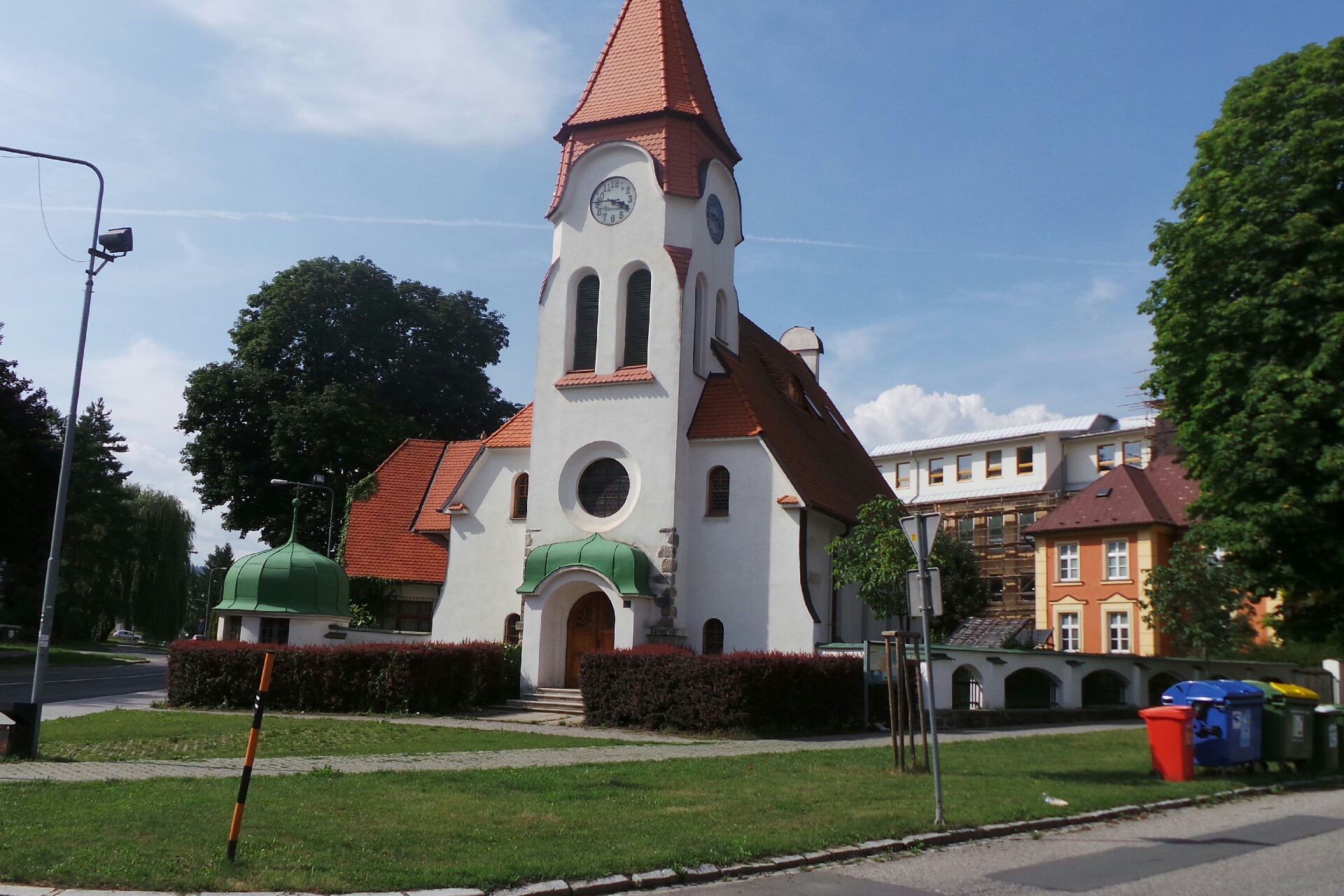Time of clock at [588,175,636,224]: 3:46
